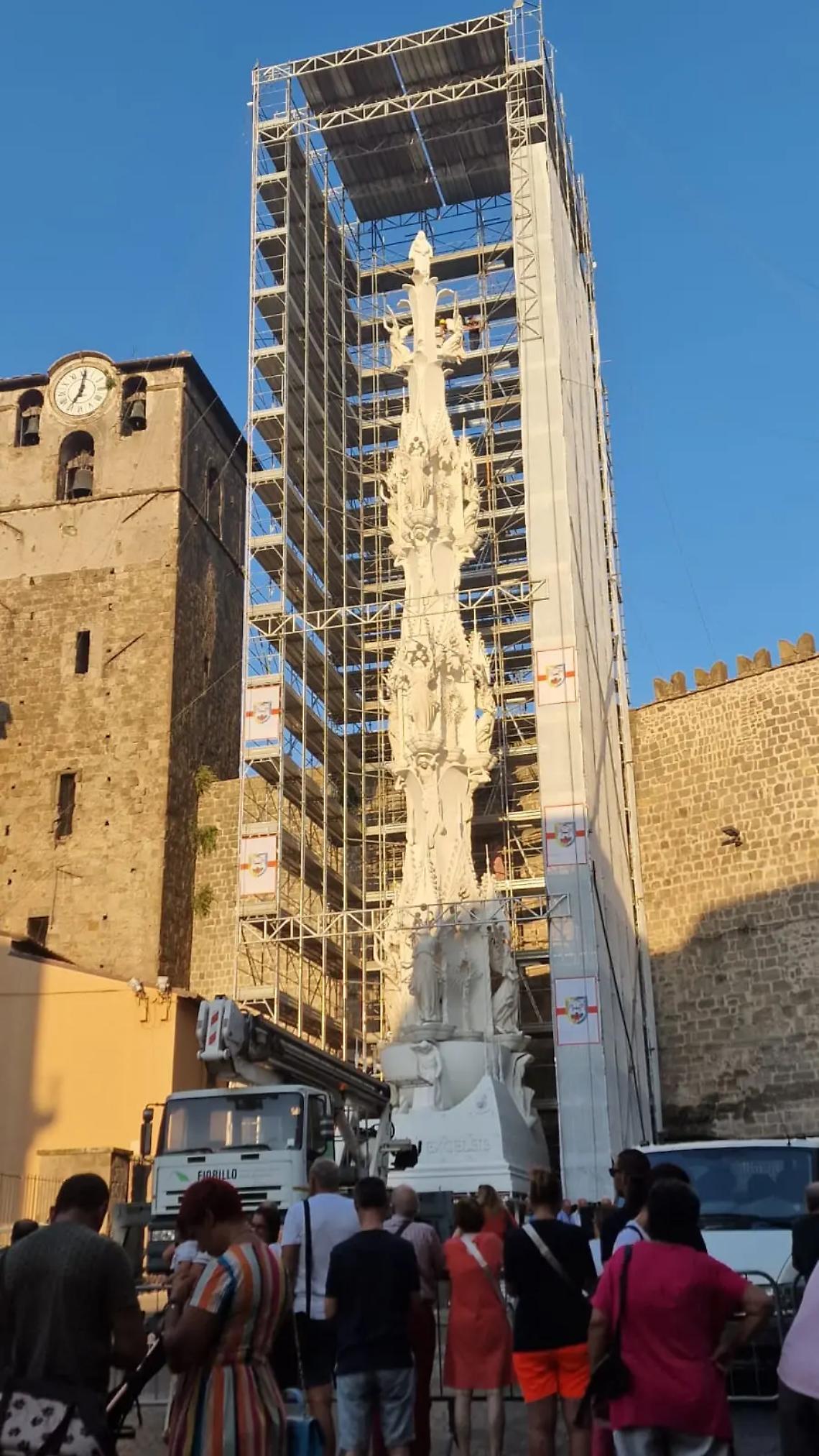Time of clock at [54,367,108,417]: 7:01
